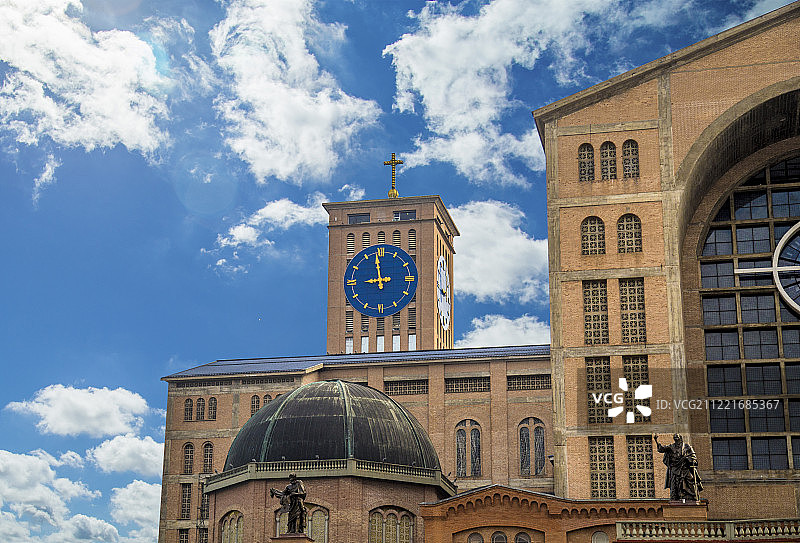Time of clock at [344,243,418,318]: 8:58
